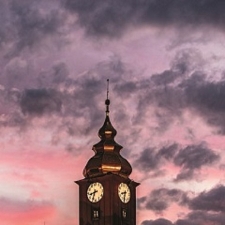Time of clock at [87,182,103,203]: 8:33
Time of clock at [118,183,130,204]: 8:32
